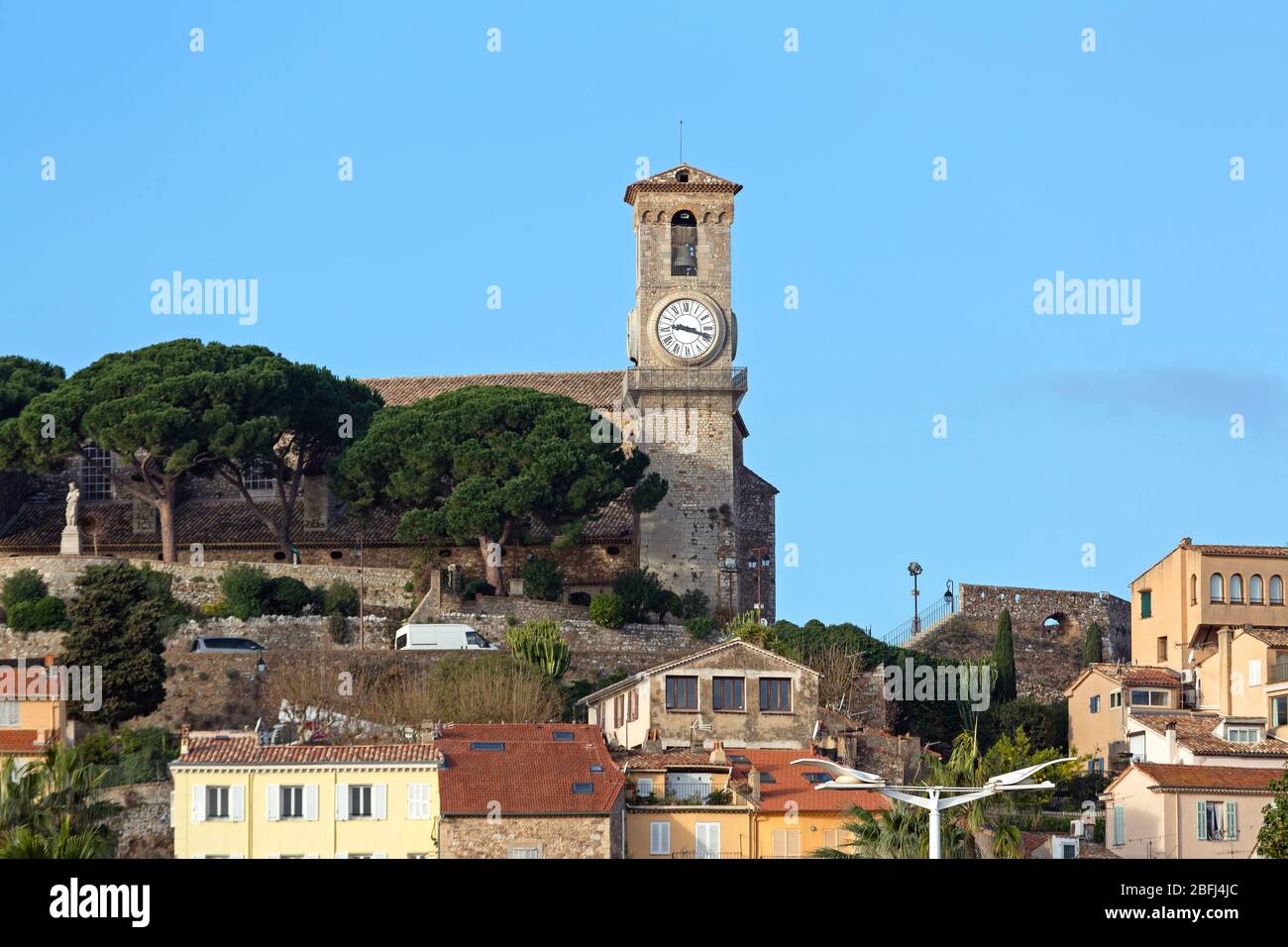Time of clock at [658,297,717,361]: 9:18
